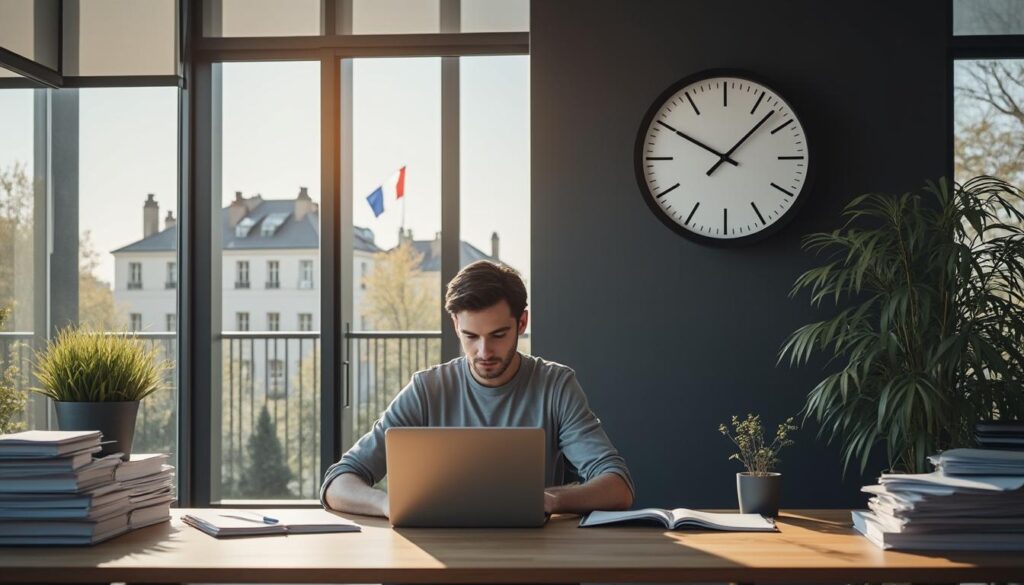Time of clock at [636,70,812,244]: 10:07
